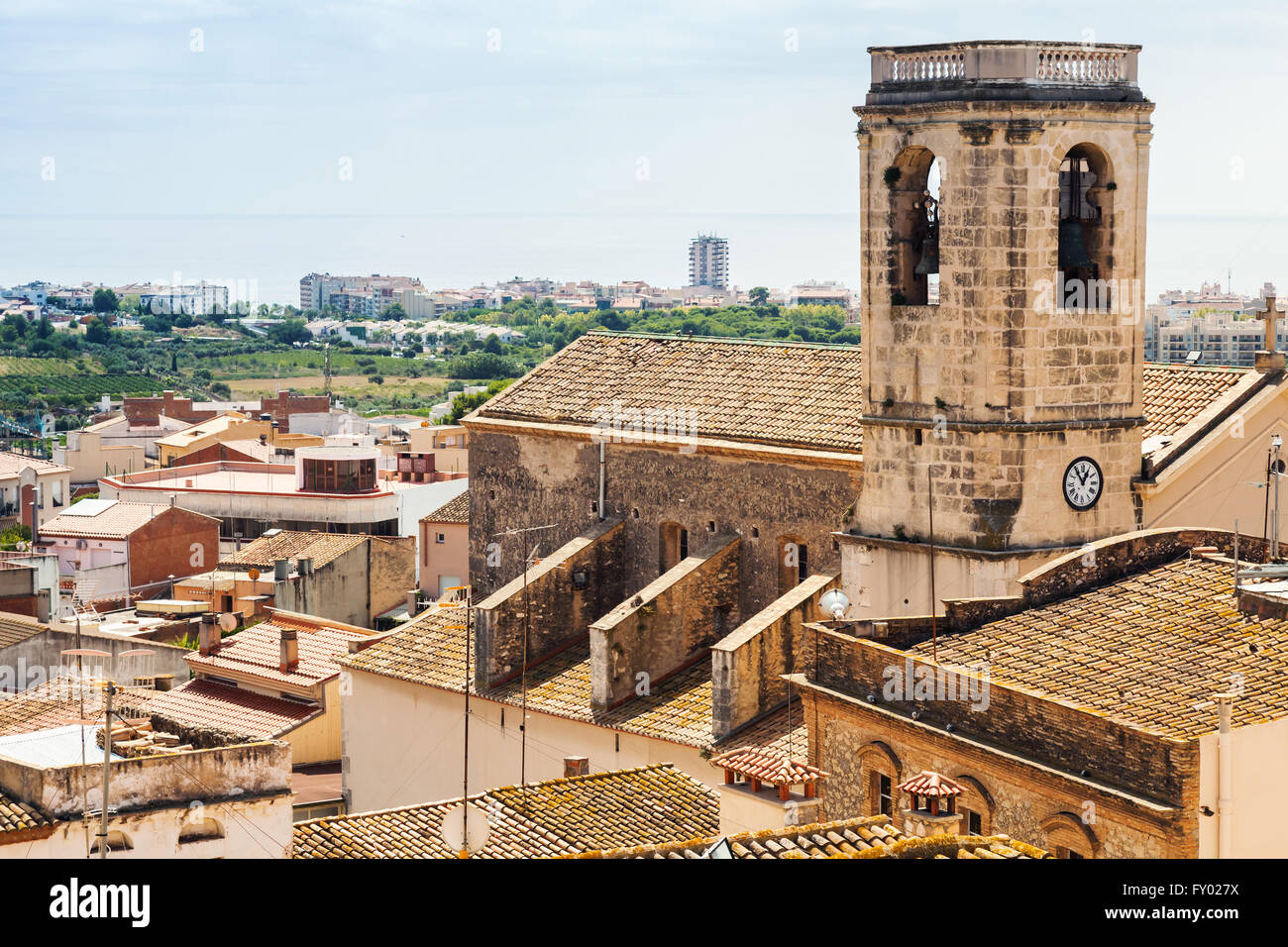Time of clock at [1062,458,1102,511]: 12:54
